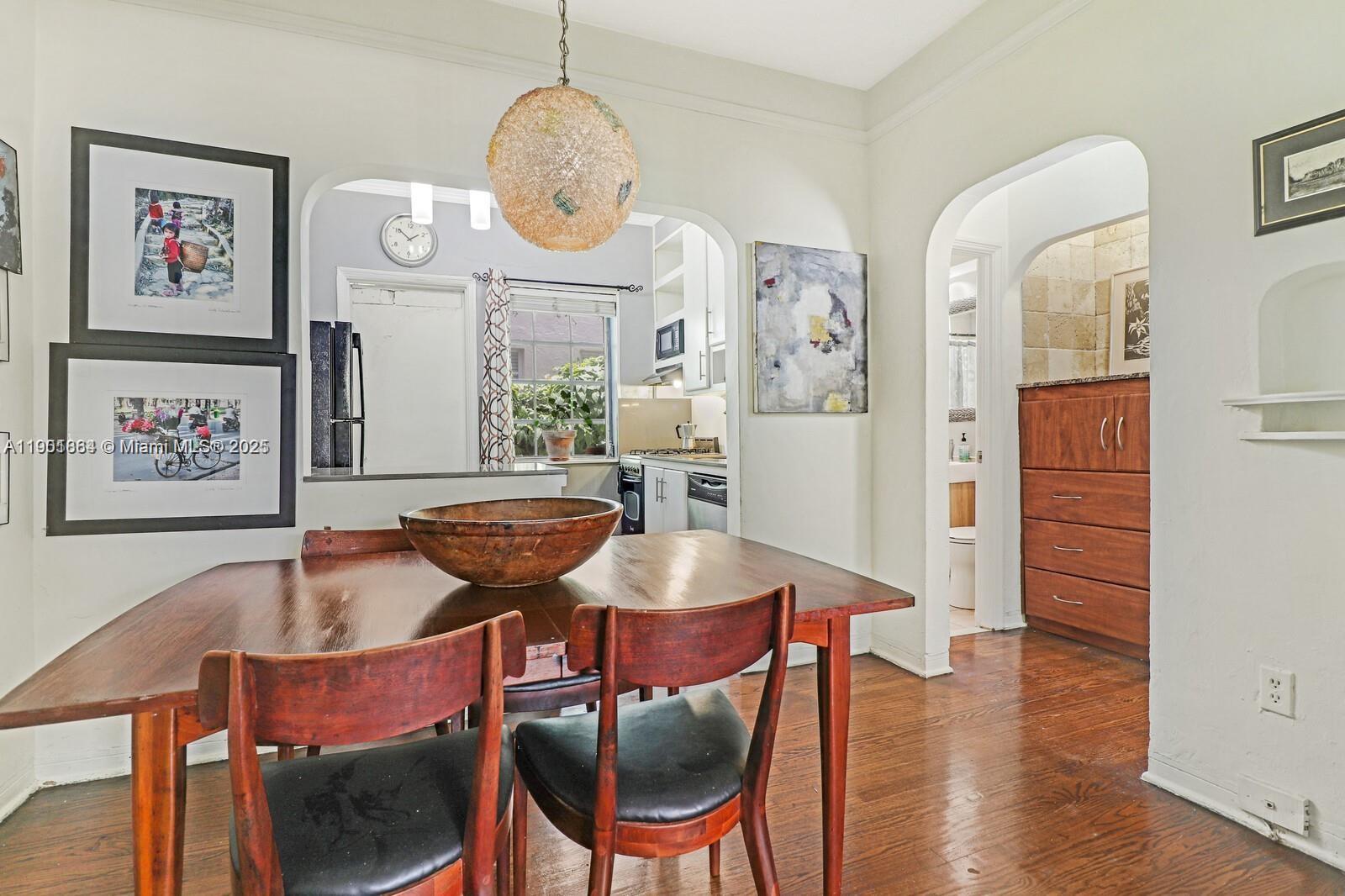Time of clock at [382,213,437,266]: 1:51
